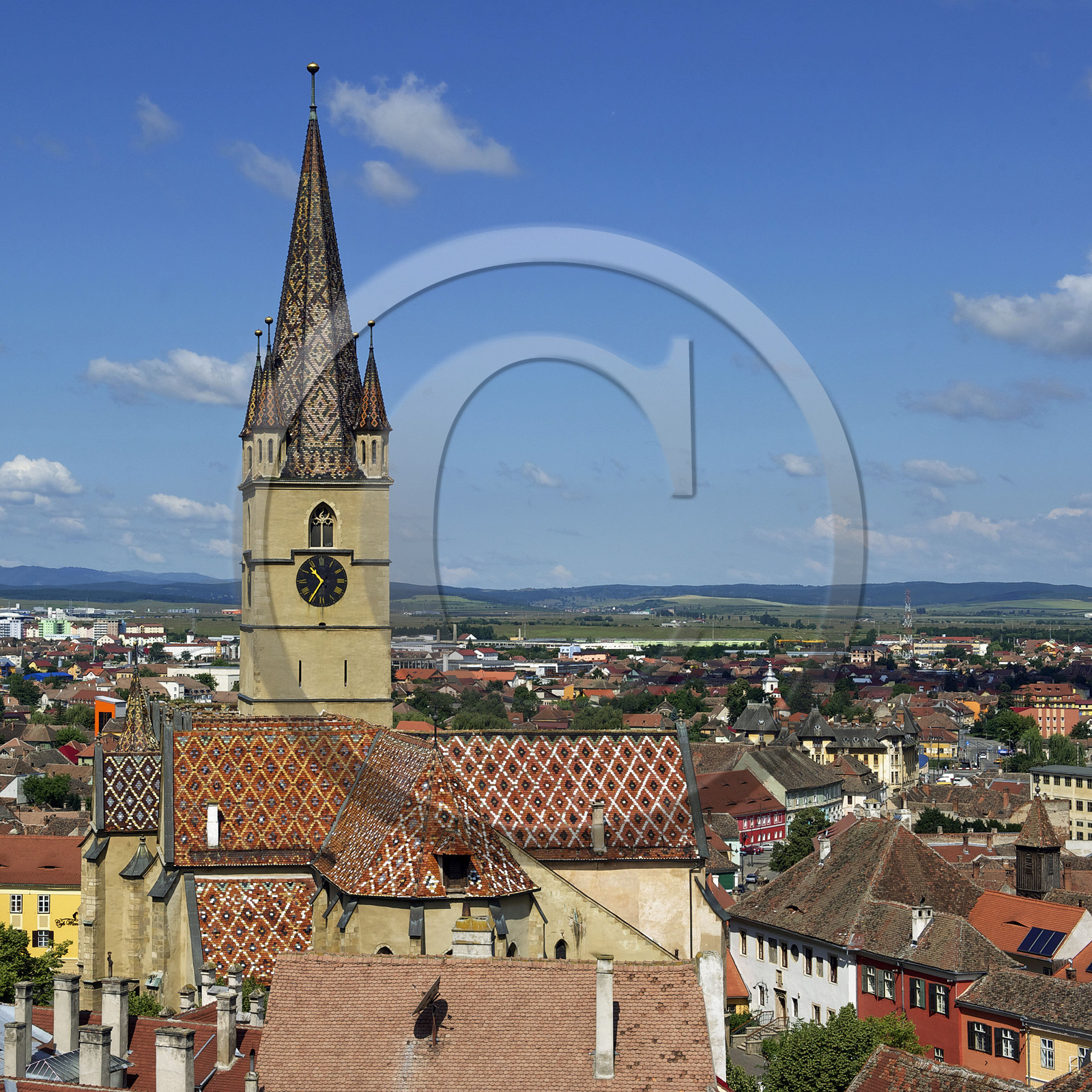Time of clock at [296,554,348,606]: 10:35
